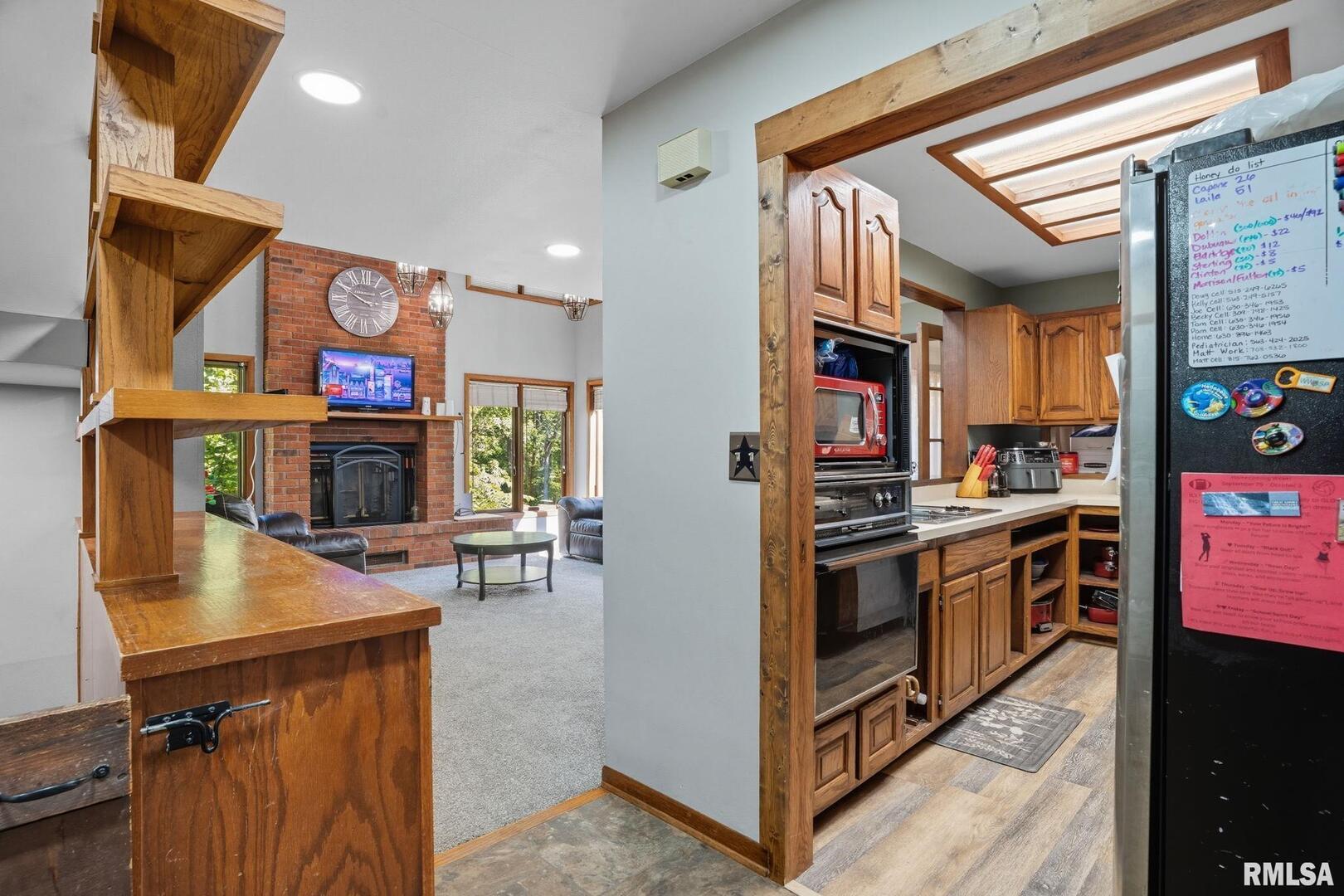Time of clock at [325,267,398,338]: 9:49
